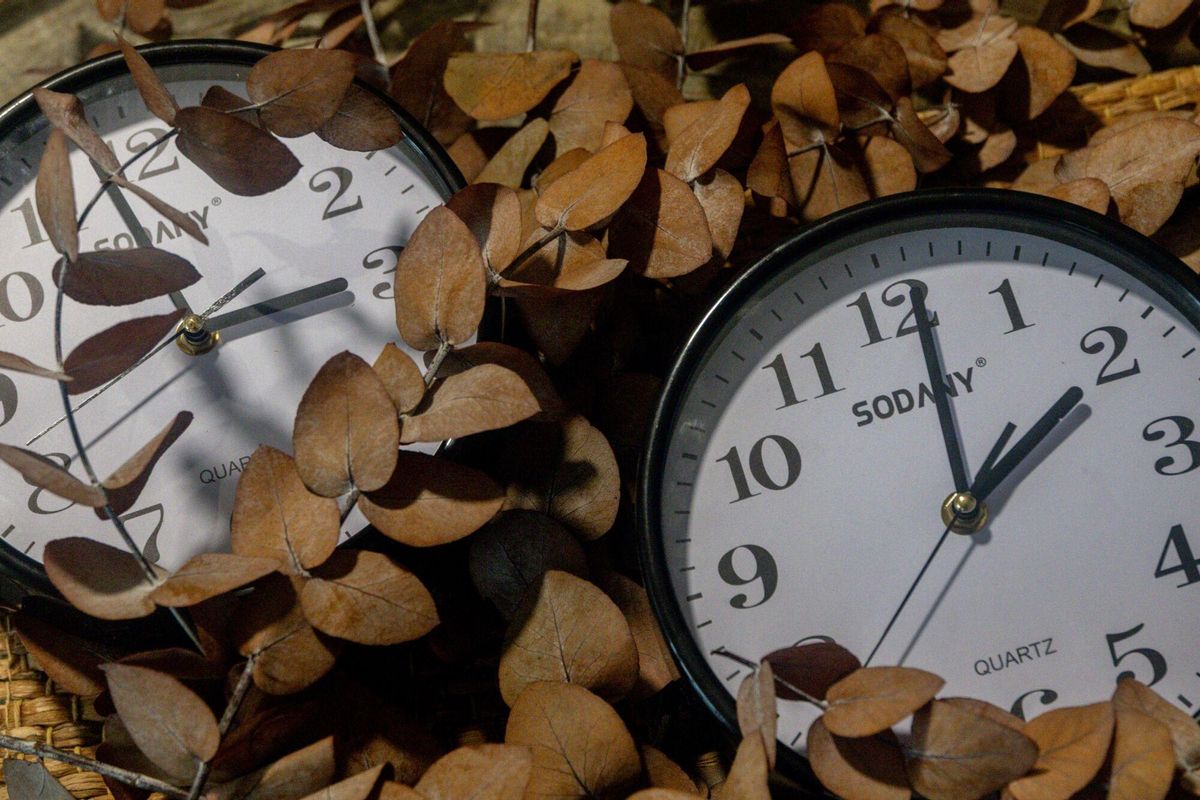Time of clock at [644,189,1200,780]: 2:00
